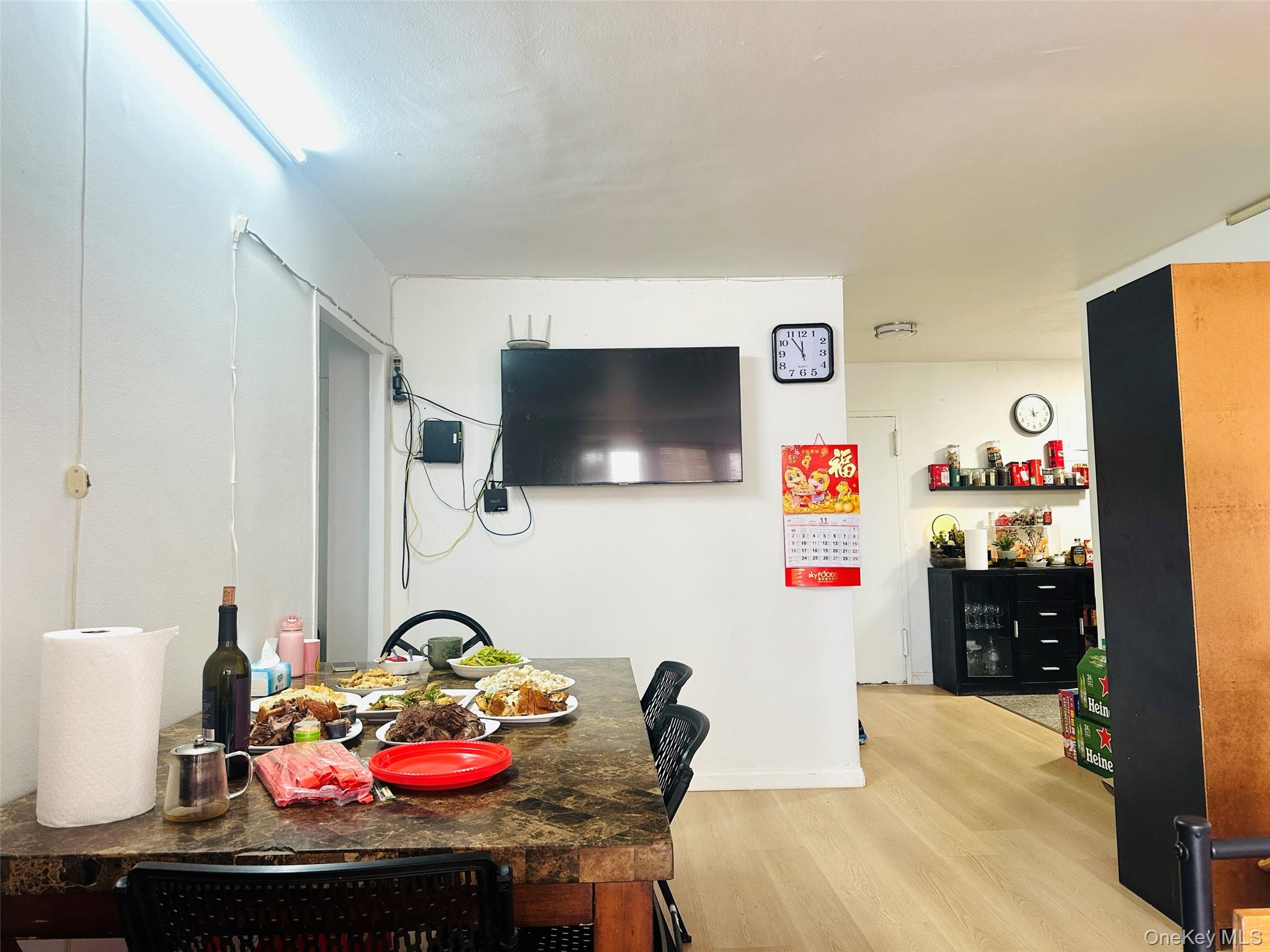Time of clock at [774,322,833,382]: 11:54
